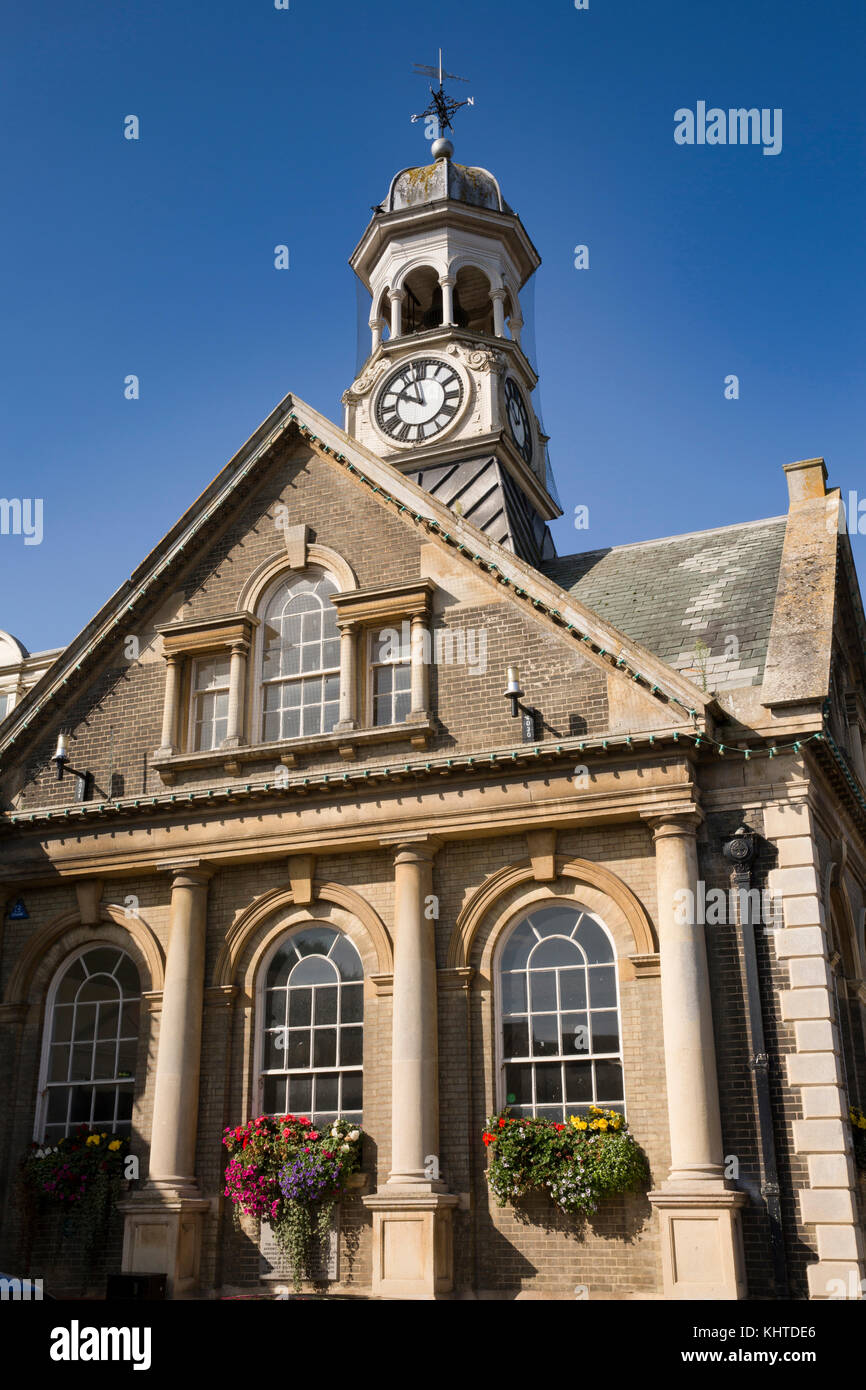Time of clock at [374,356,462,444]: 9:57
